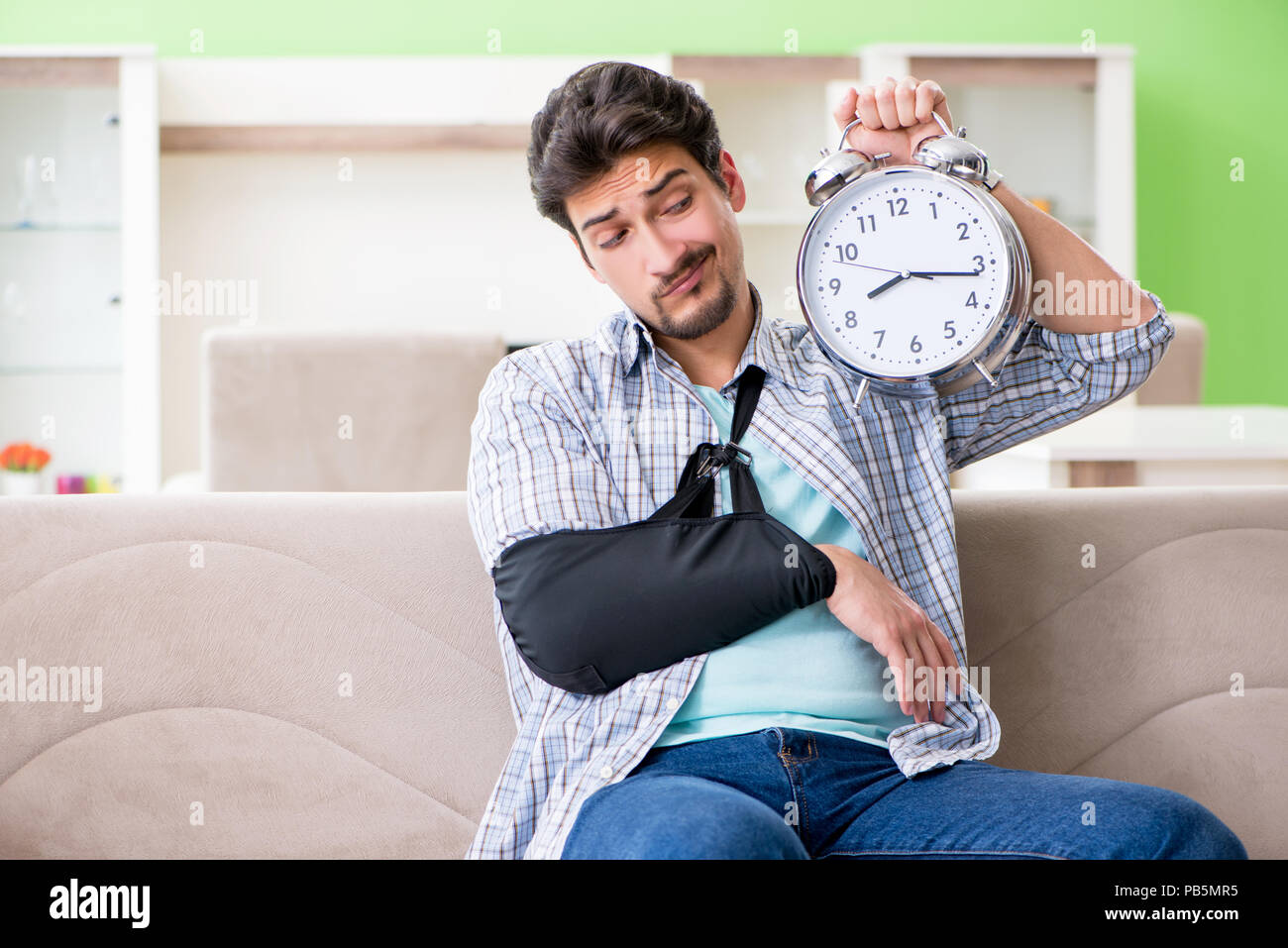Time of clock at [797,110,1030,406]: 8:16
